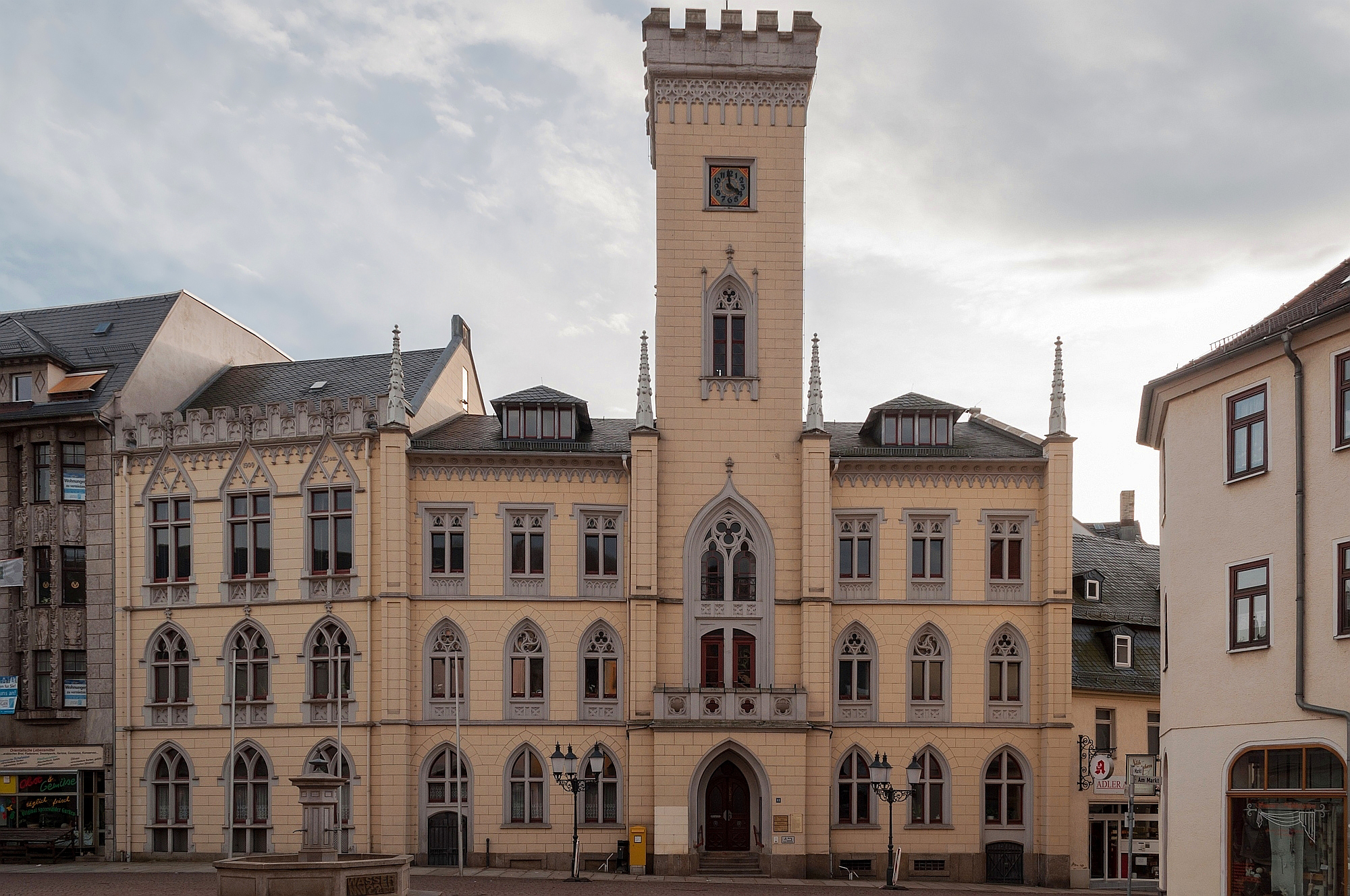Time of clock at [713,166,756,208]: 3:58
